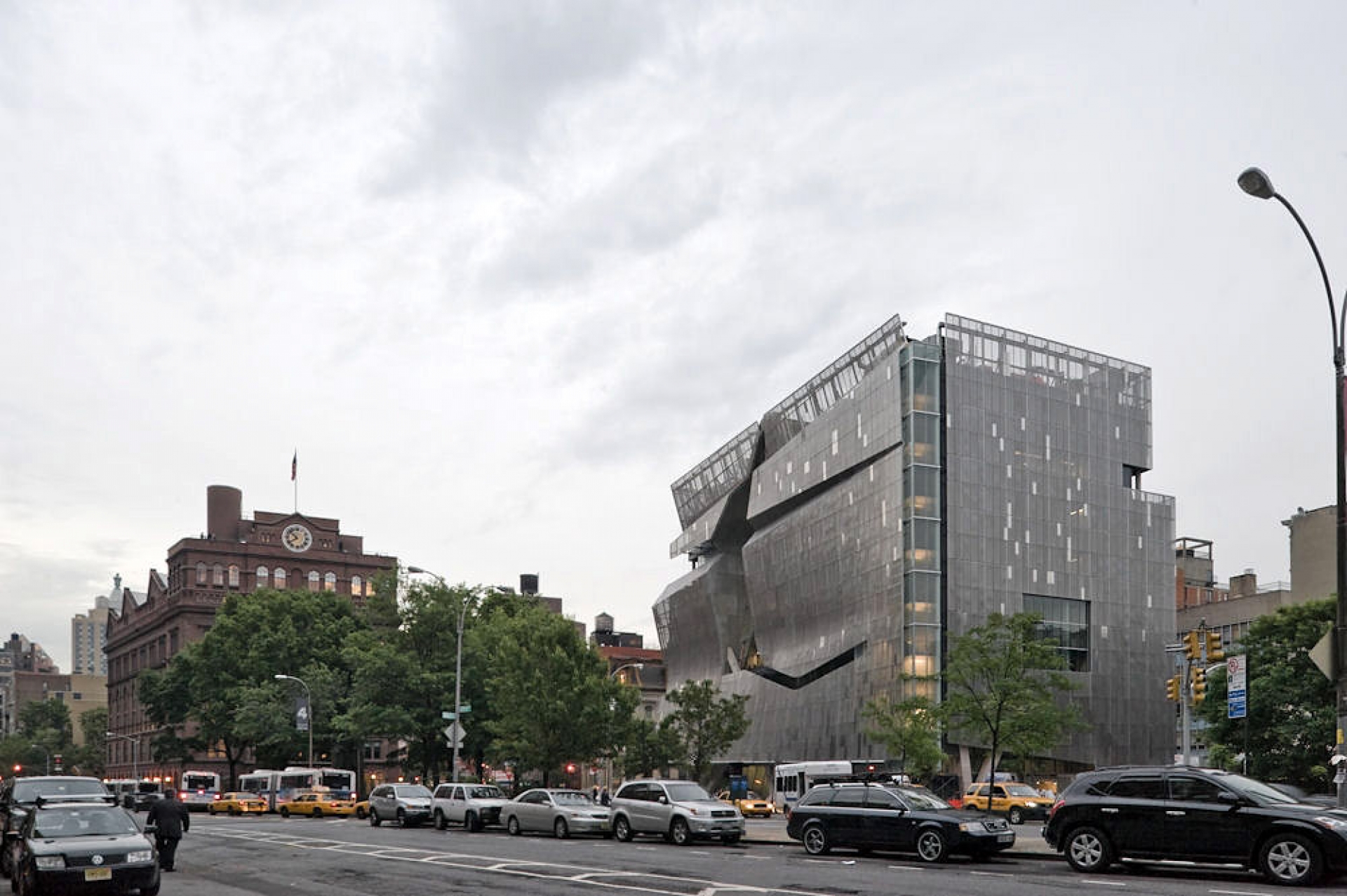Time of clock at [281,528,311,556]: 7:52
